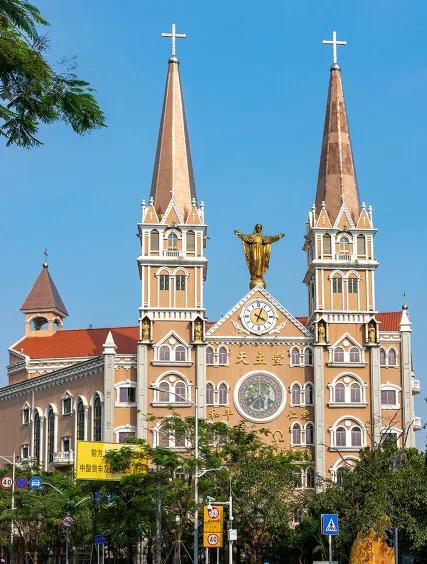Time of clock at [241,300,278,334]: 4:03
